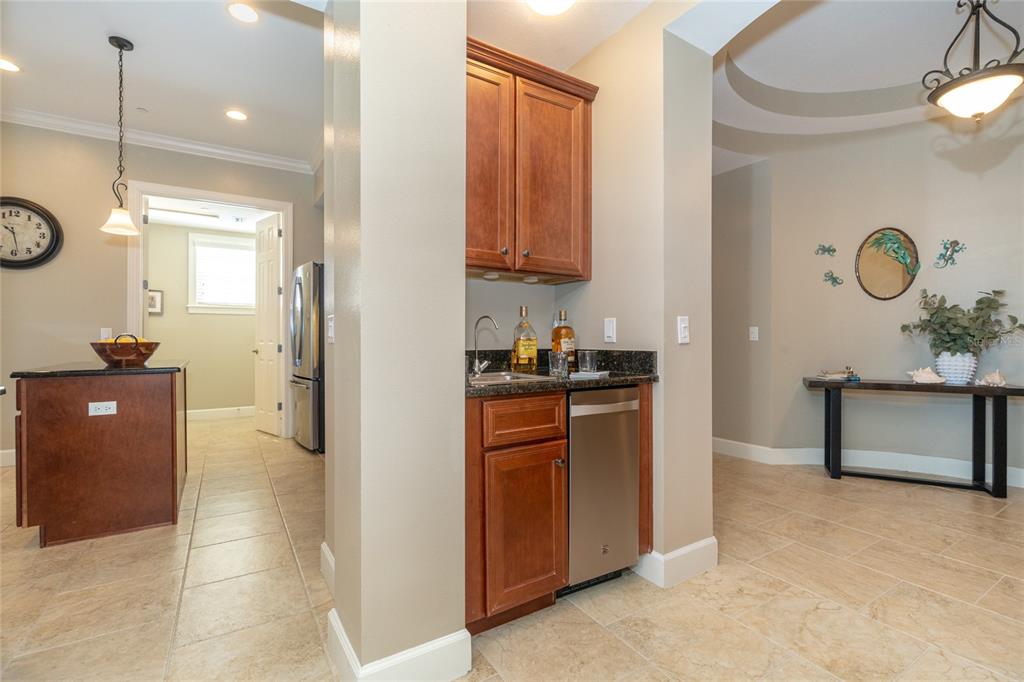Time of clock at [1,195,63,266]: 10:28
